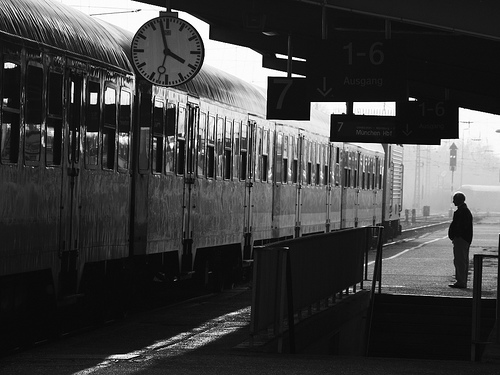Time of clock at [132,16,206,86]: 3:57
